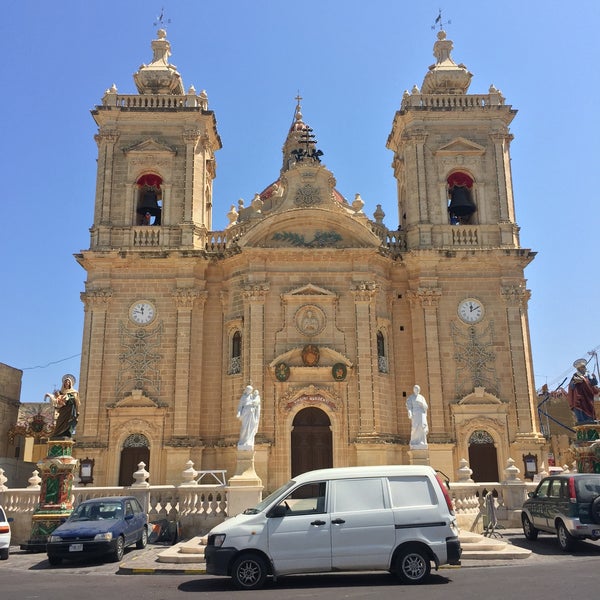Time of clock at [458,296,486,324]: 12:10
